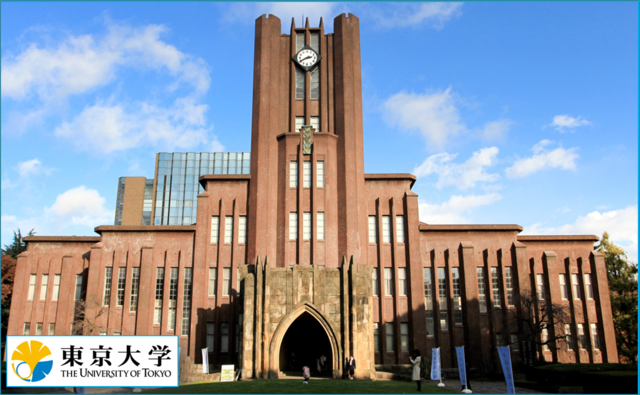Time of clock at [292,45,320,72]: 2:40
